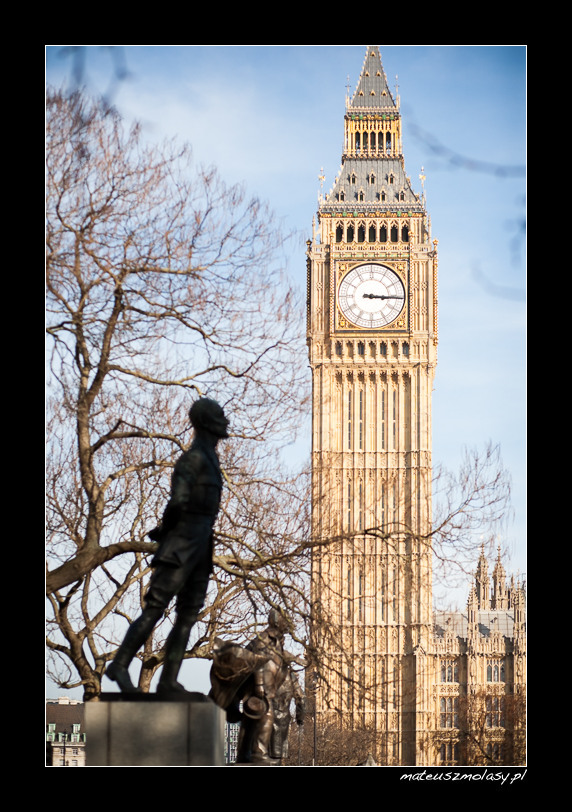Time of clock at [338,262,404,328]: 3:15
